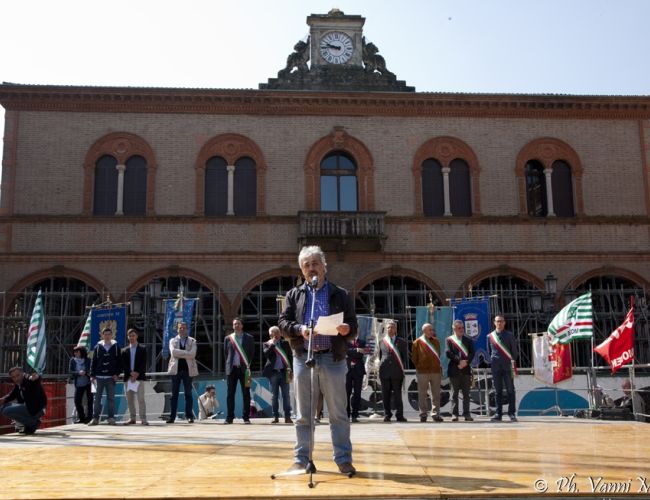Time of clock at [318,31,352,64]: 9:44
